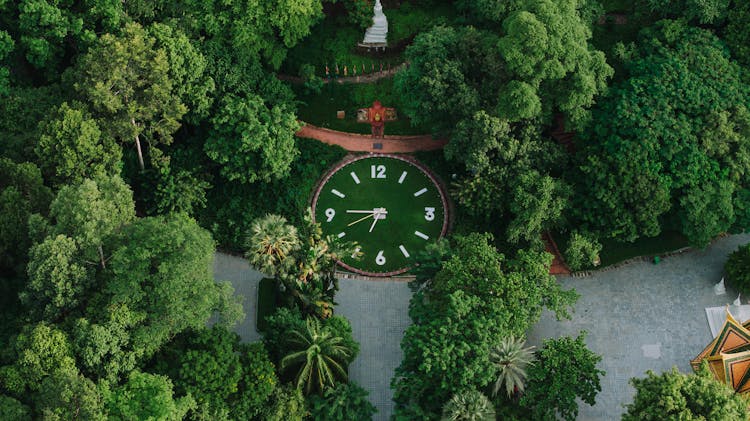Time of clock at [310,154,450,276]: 6:45
